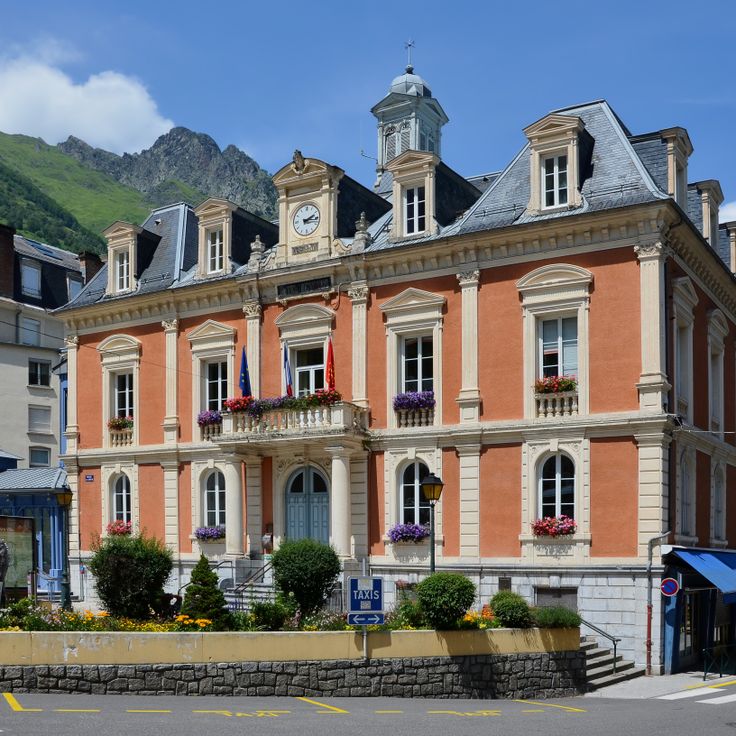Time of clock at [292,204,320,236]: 2:16
